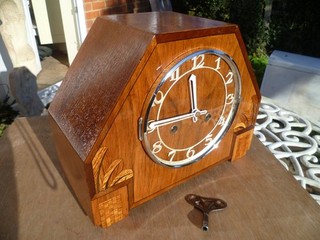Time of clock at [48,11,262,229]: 11:45
